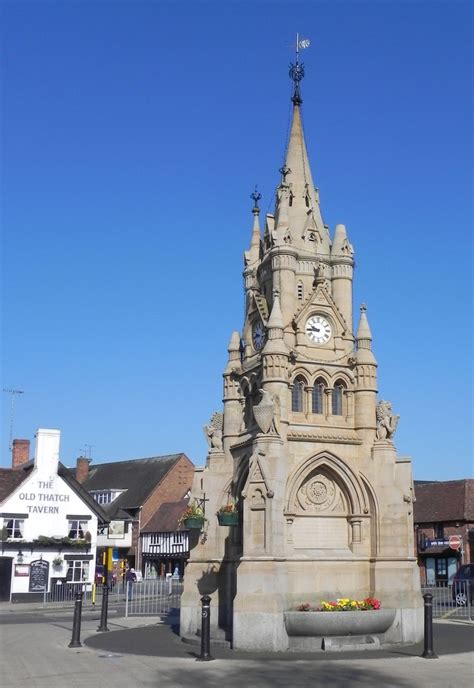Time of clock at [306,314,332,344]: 9:44
